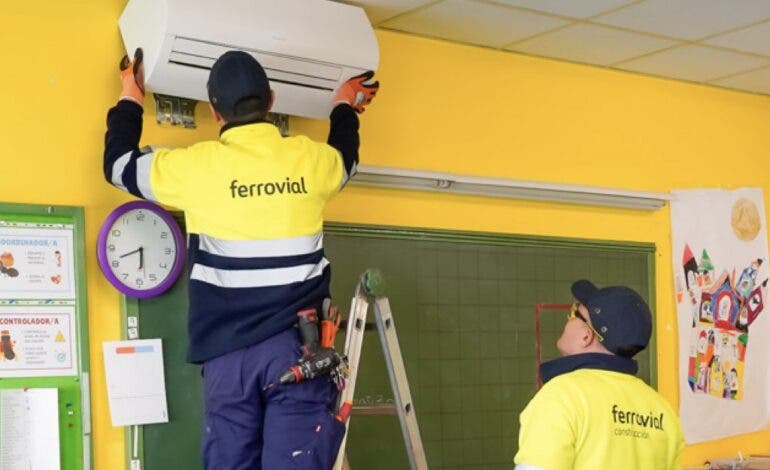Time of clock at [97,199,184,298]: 5:41
